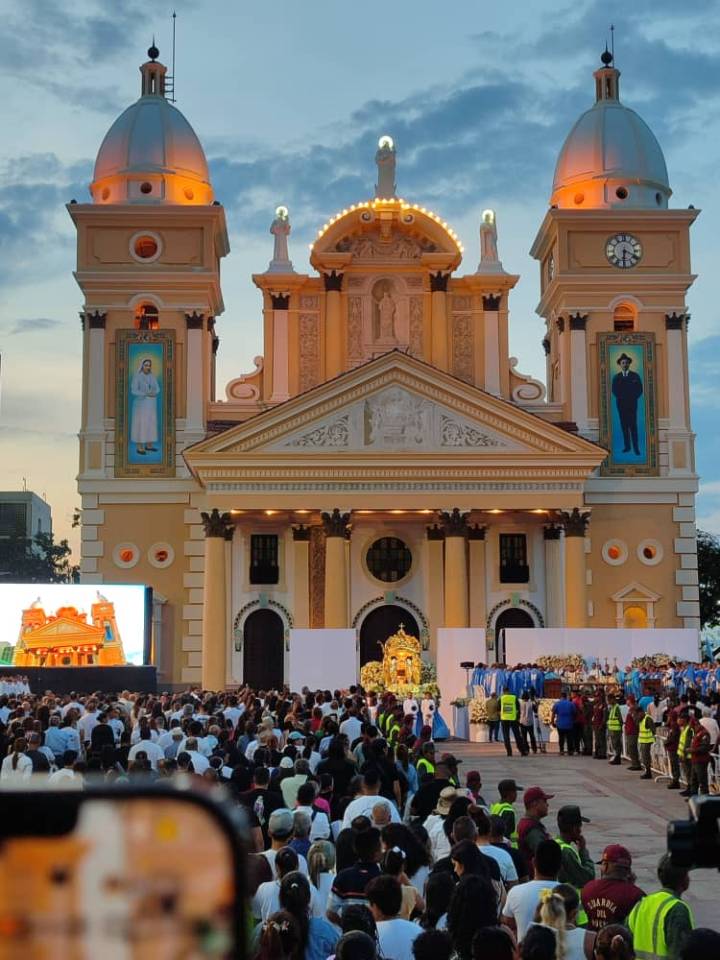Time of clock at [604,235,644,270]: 6:19
